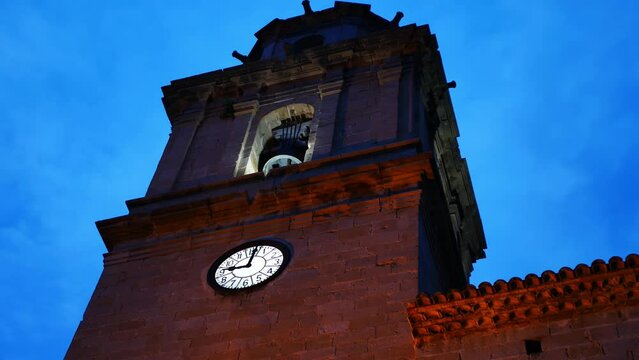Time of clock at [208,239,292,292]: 9:01
